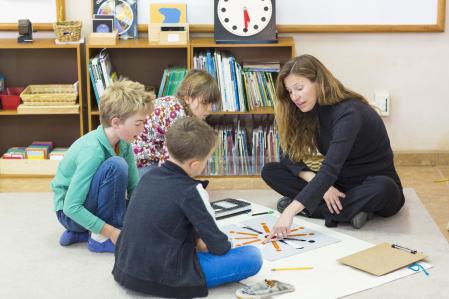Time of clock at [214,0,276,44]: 5:29
